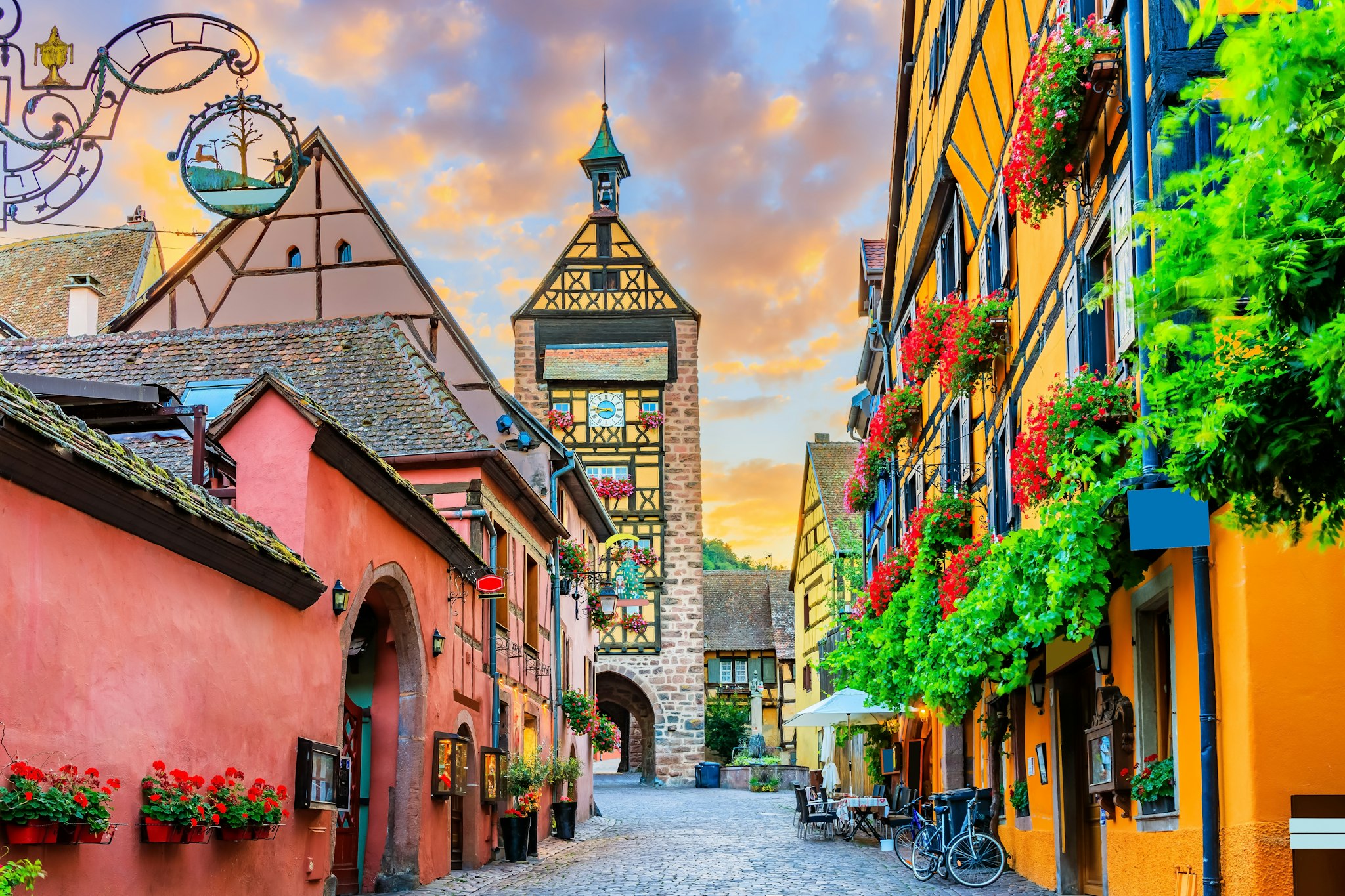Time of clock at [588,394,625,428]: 8:46
